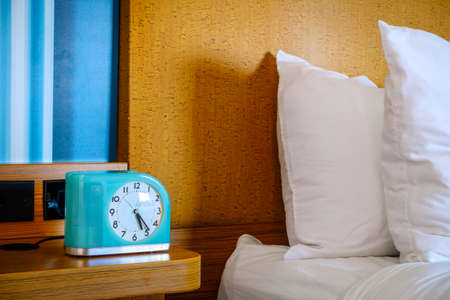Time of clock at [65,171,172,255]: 5:23
